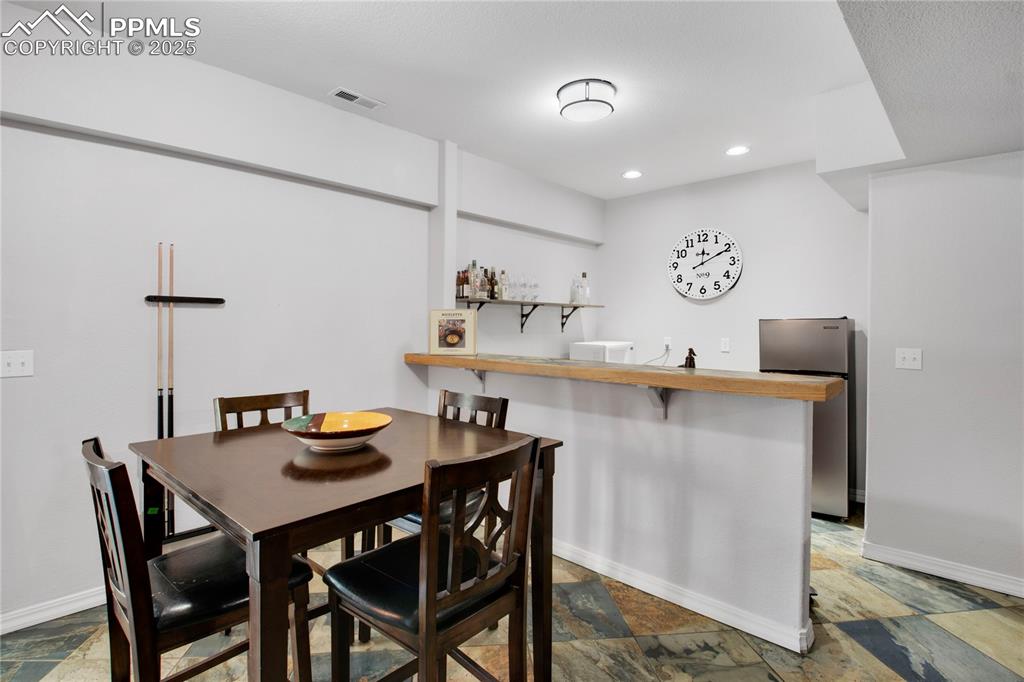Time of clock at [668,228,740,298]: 12:10
